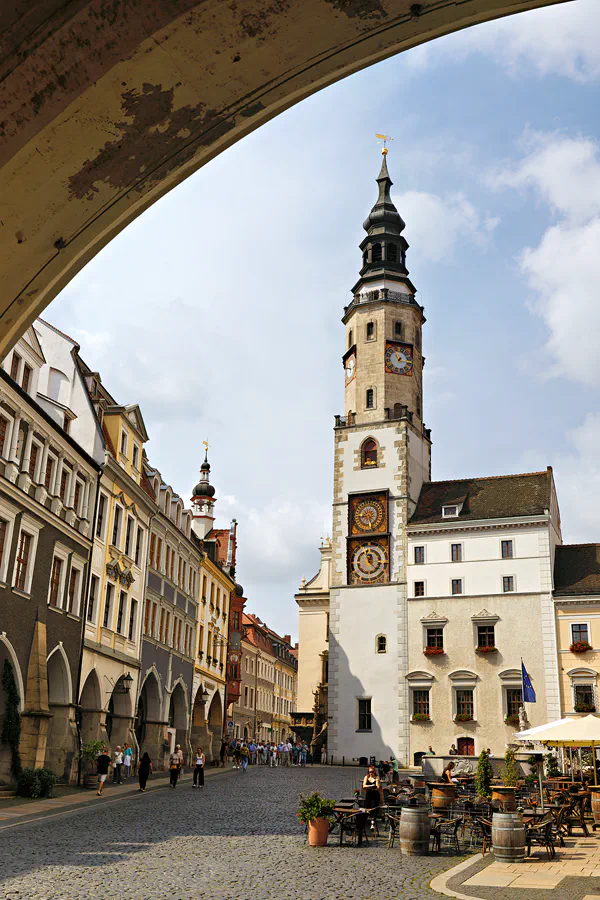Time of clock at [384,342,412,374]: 1:16
